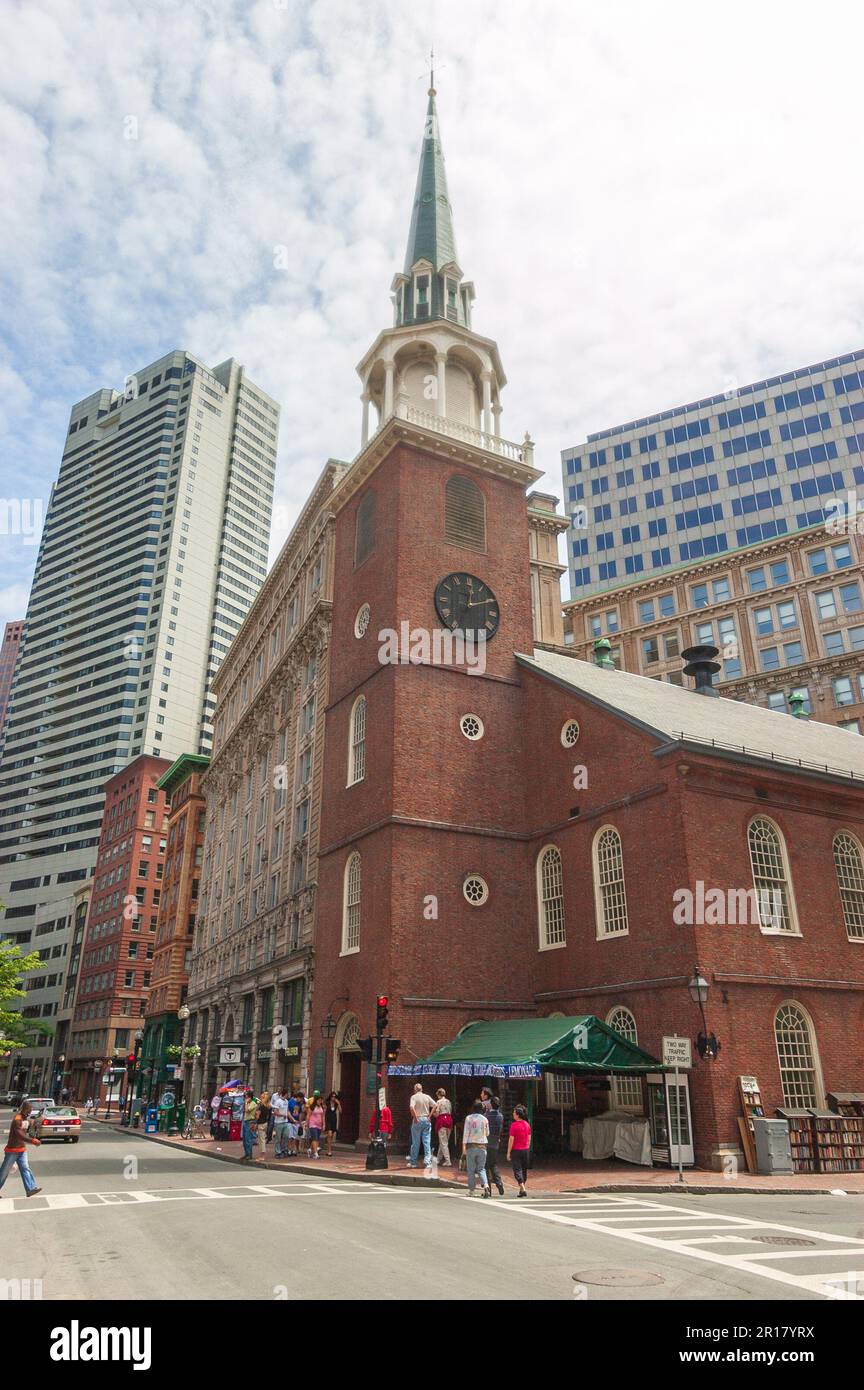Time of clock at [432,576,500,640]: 12:10
